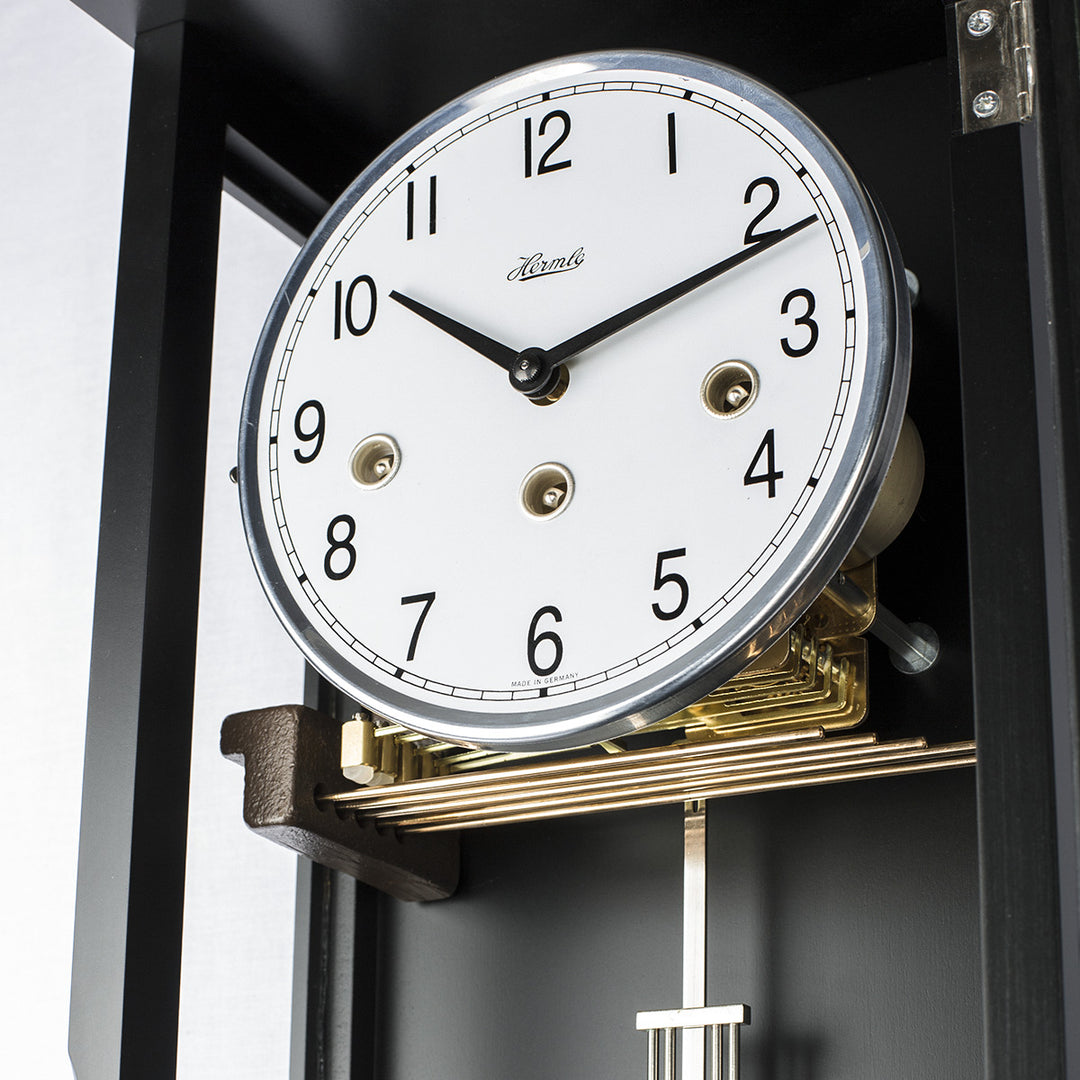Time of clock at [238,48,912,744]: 10:11
